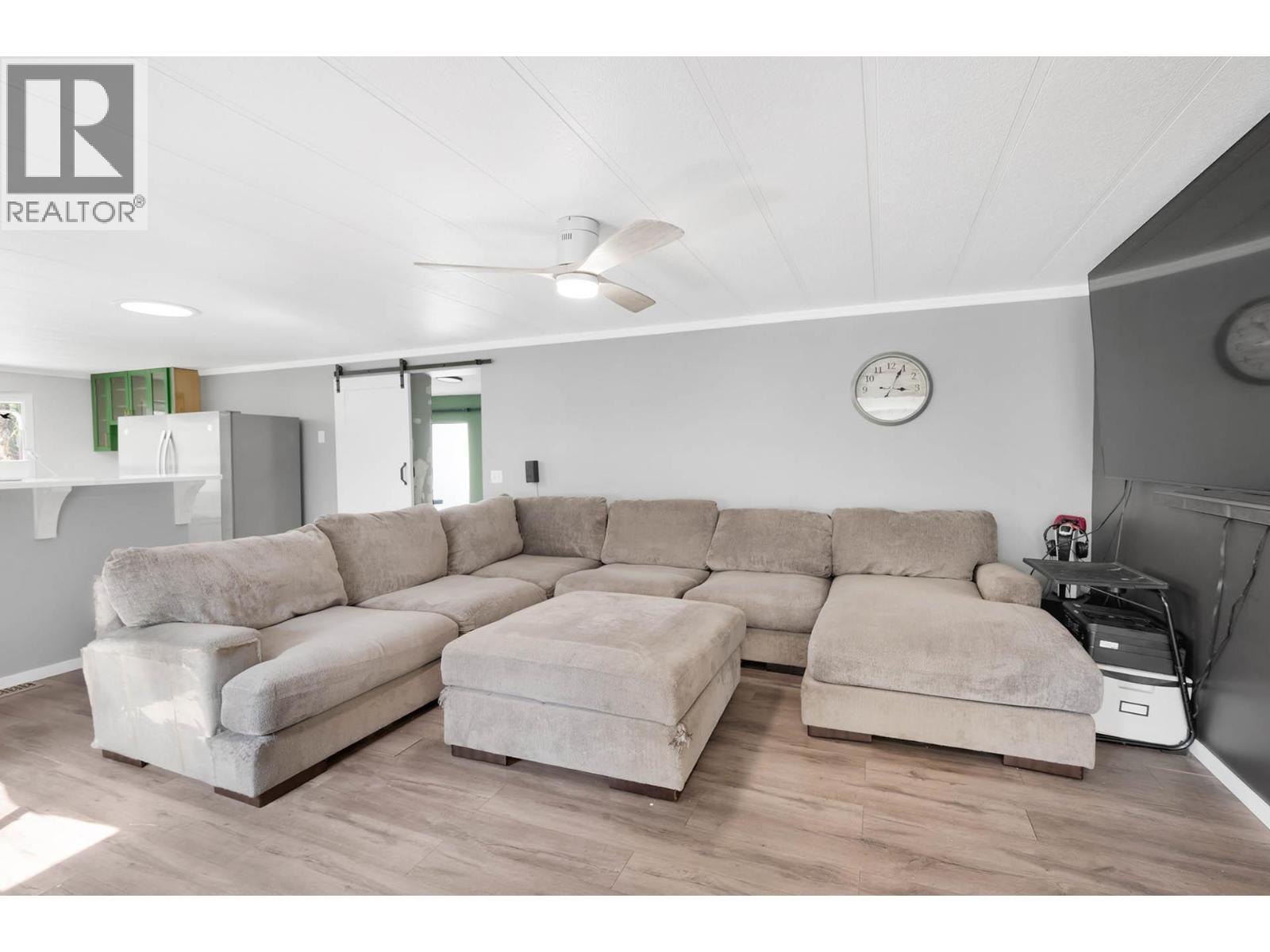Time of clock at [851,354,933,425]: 3:04
